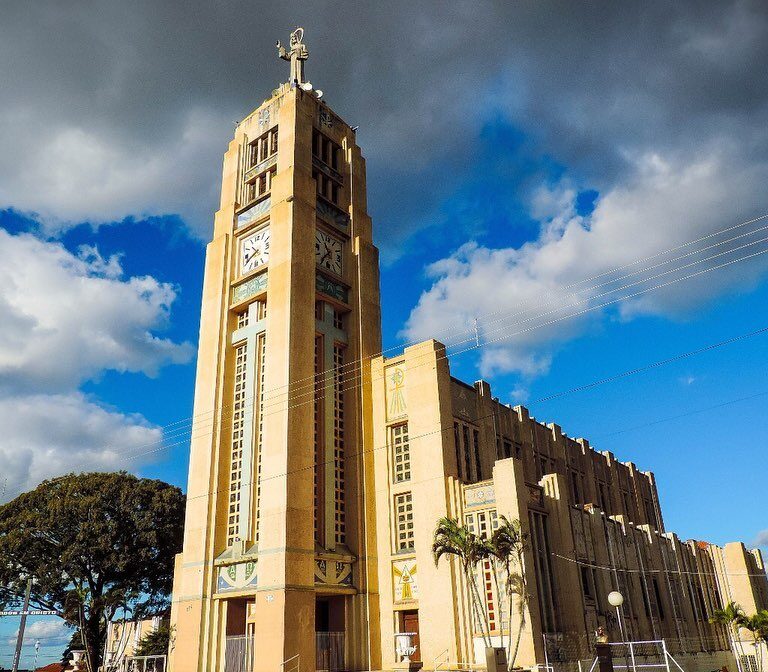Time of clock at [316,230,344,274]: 10:36
